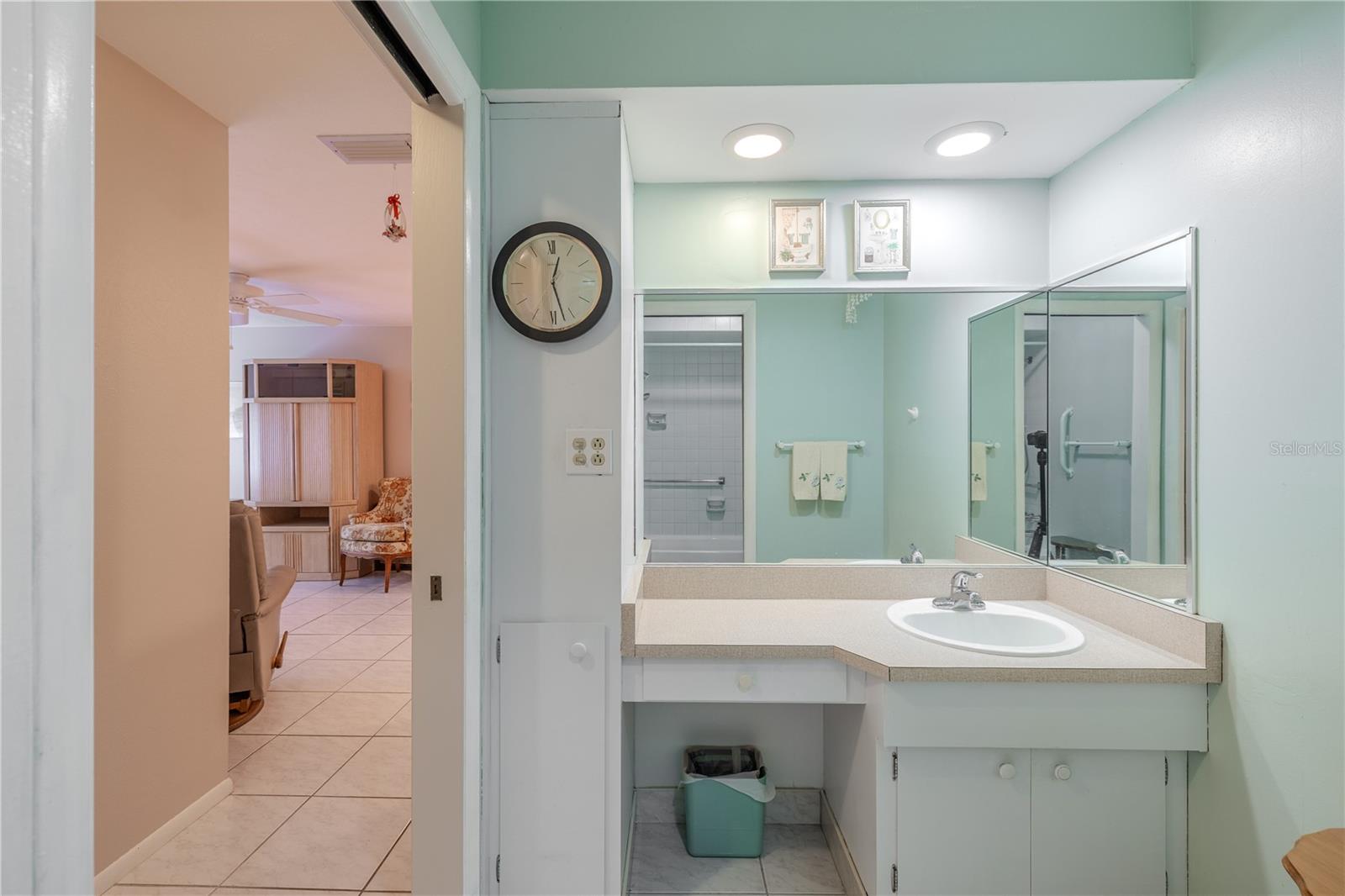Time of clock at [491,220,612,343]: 12:27
